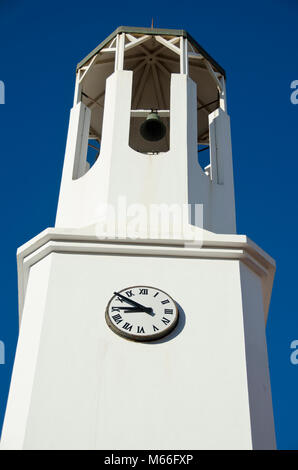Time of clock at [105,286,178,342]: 8:51
